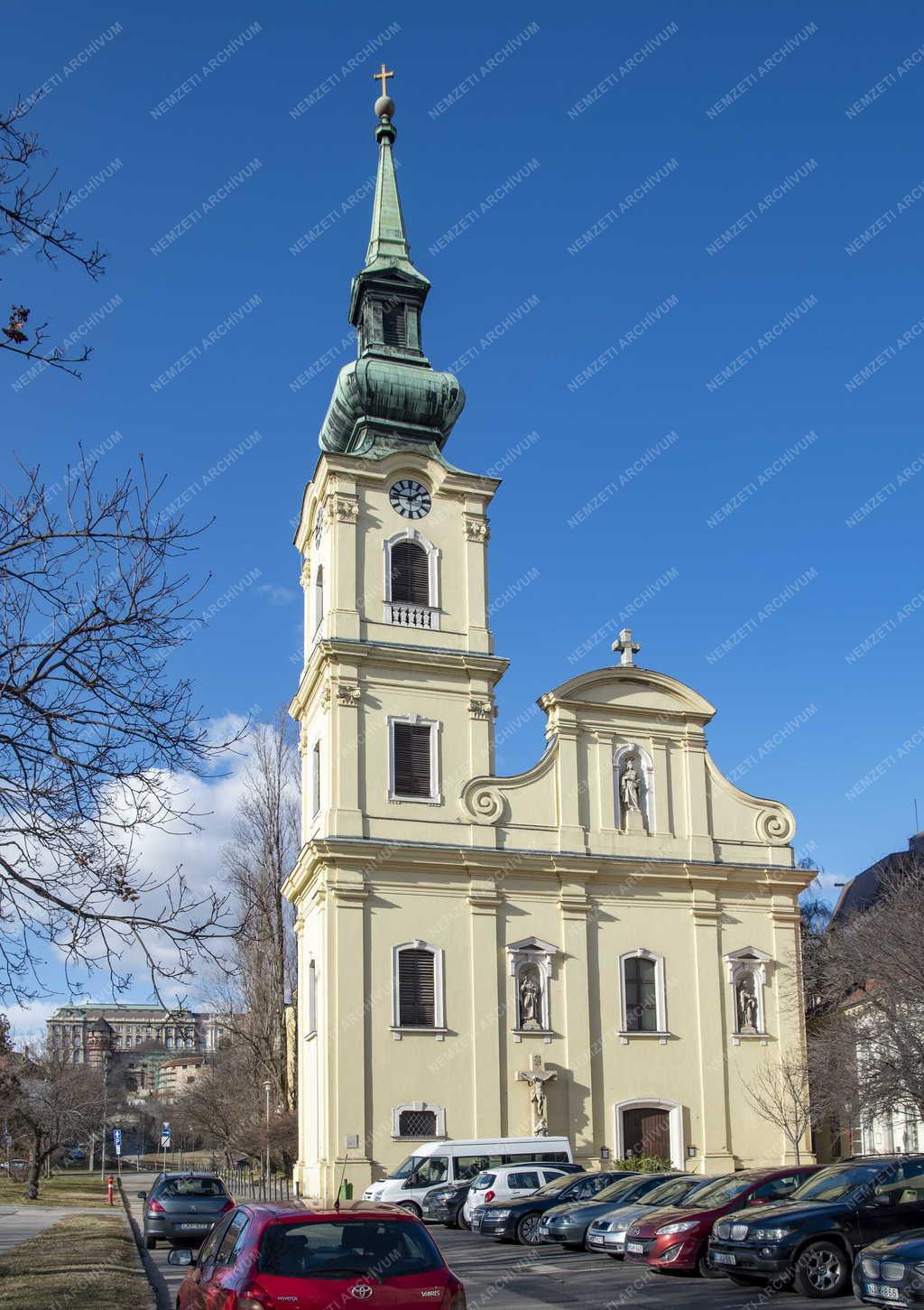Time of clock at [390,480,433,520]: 1:46
